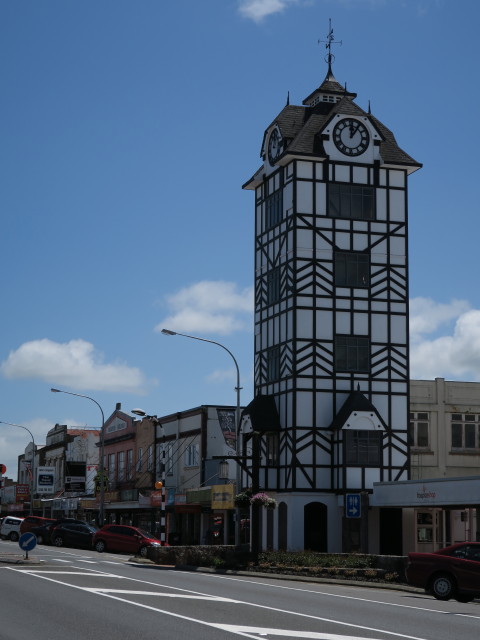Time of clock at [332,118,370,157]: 12:05
